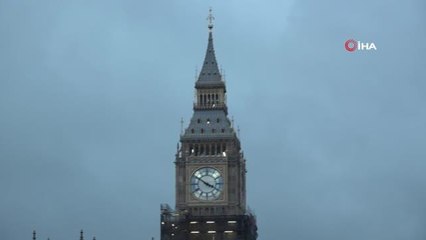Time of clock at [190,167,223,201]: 3:50
